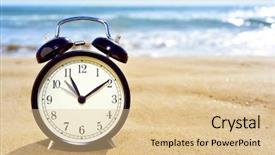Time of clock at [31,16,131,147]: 11:09
